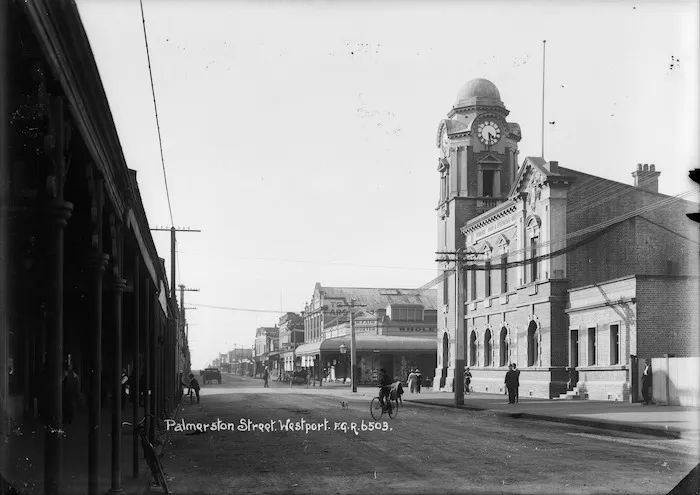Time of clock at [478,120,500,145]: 4:28
